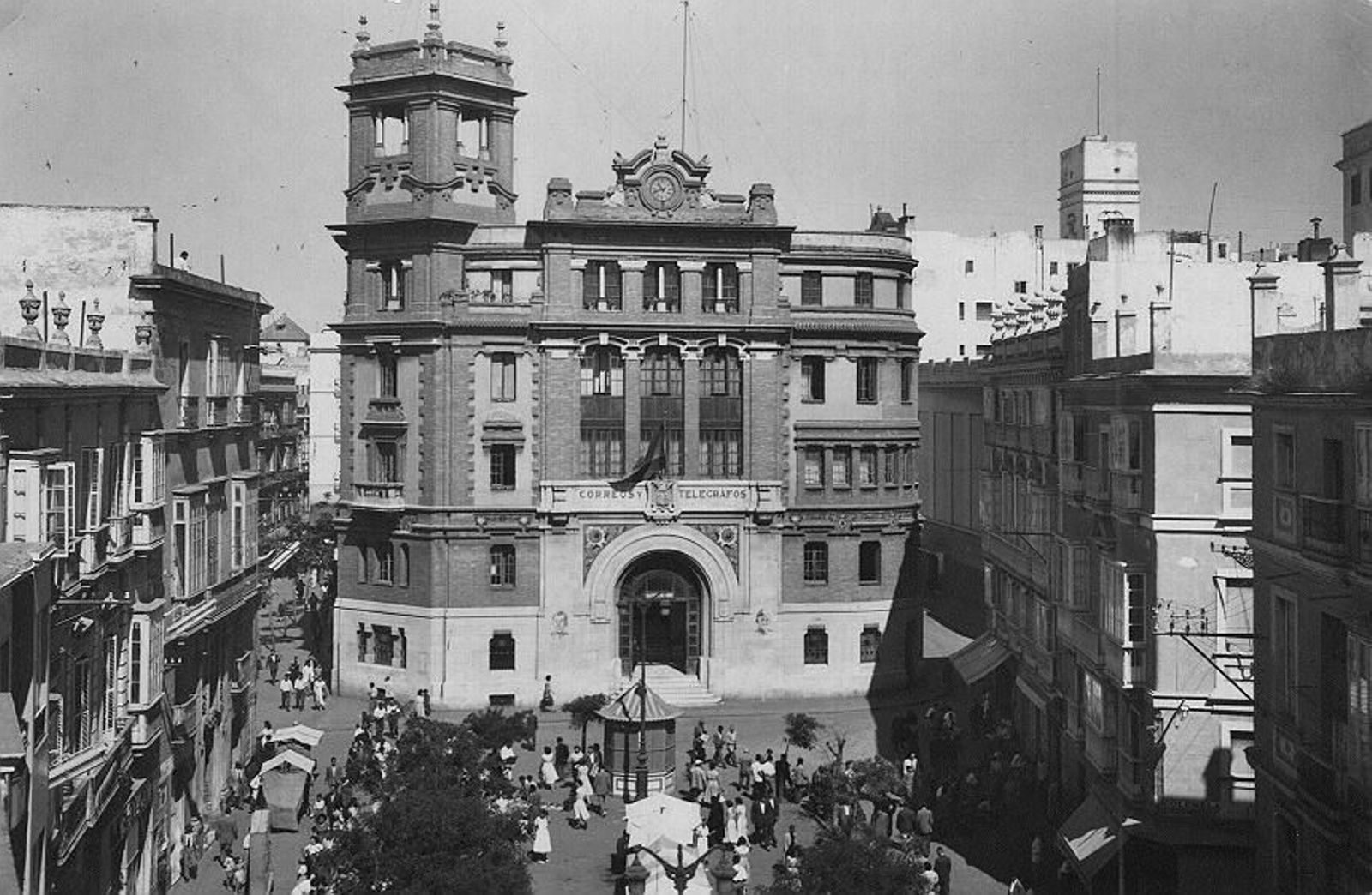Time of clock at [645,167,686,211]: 10:41
